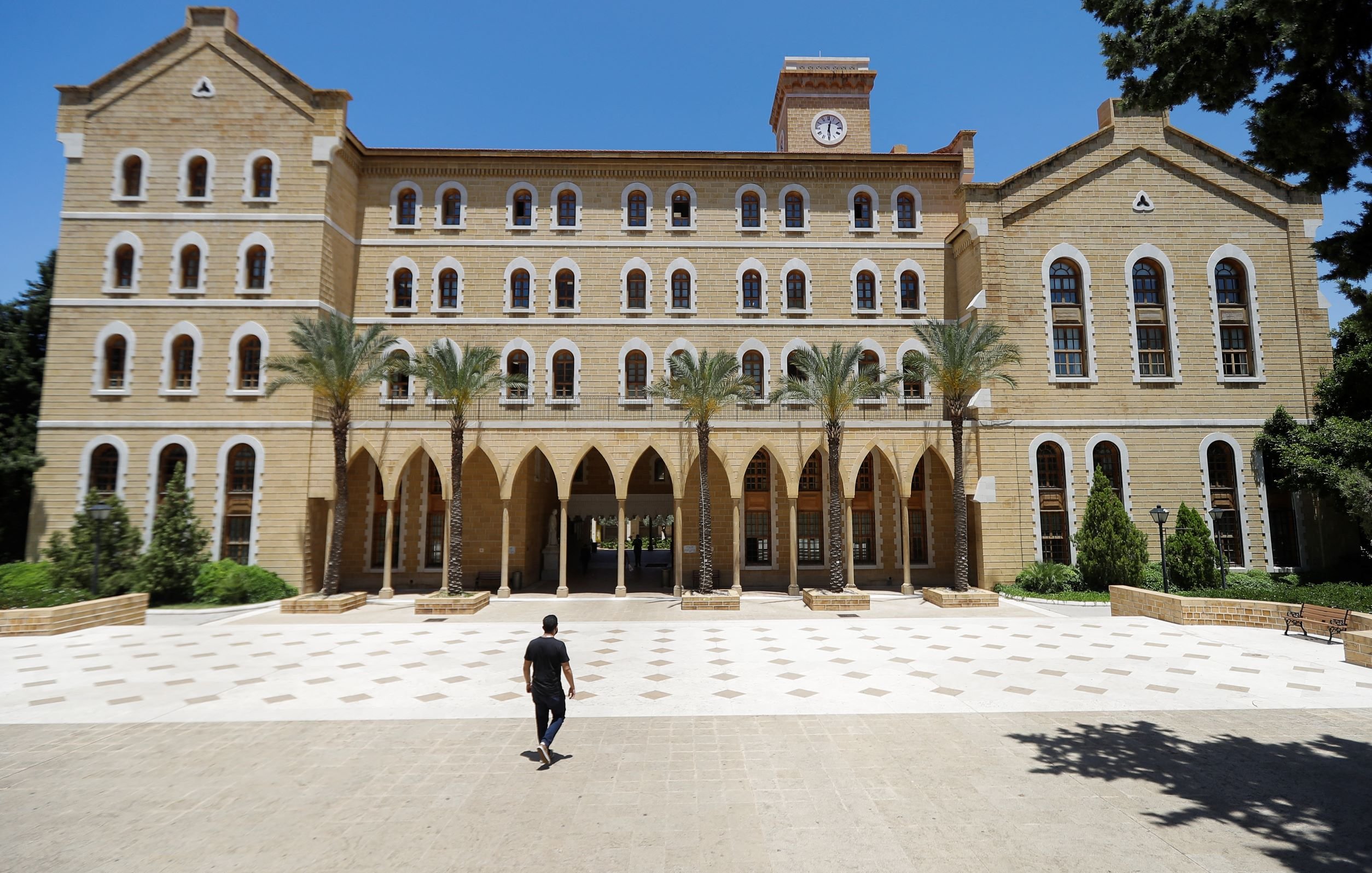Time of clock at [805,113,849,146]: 12:29
